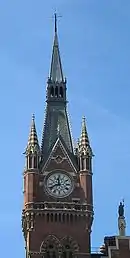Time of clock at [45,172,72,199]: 11:40
